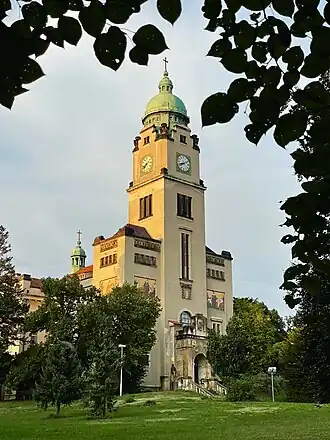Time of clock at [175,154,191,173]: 8:09
